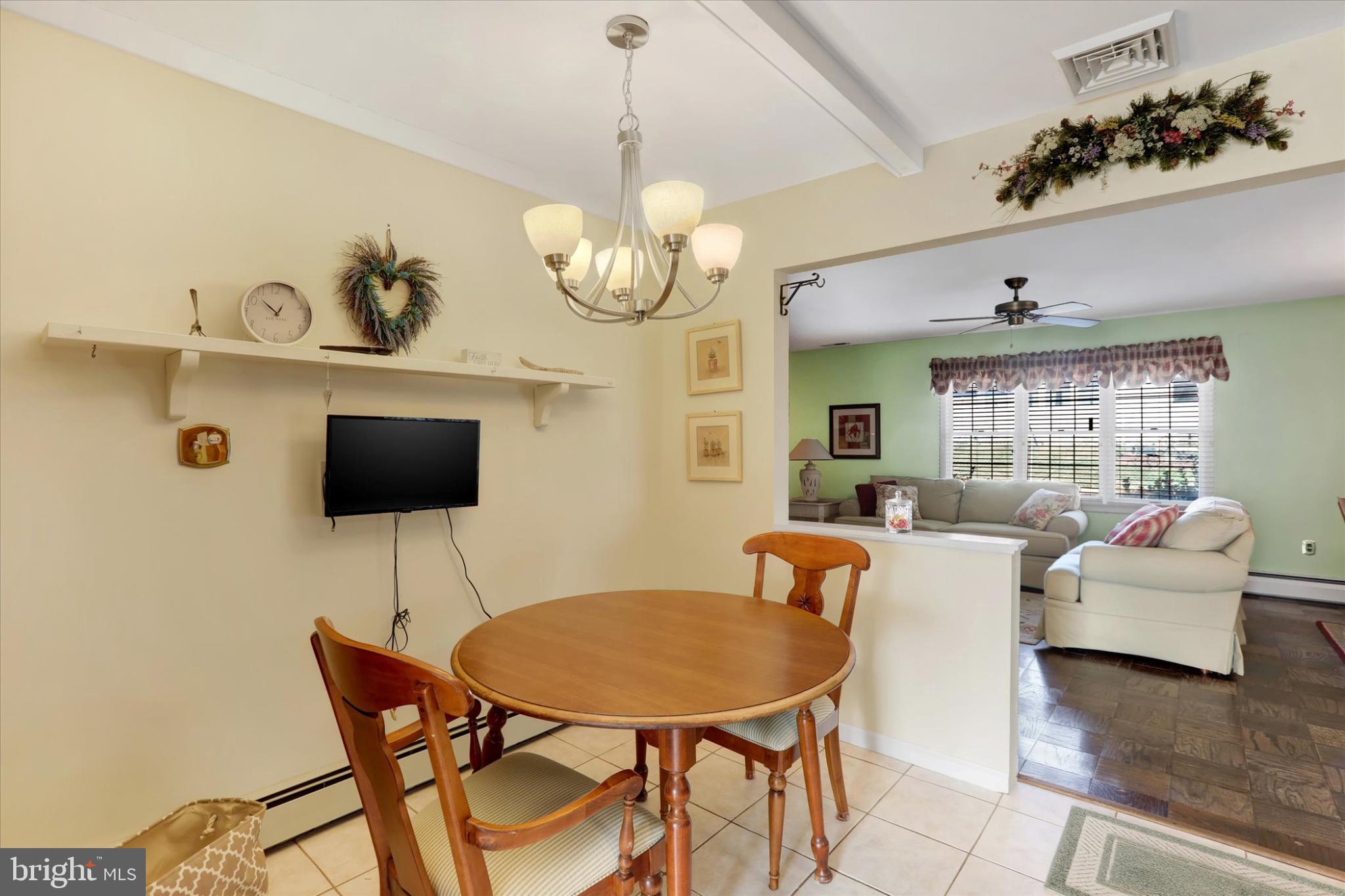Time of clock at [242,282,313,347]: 12:52
